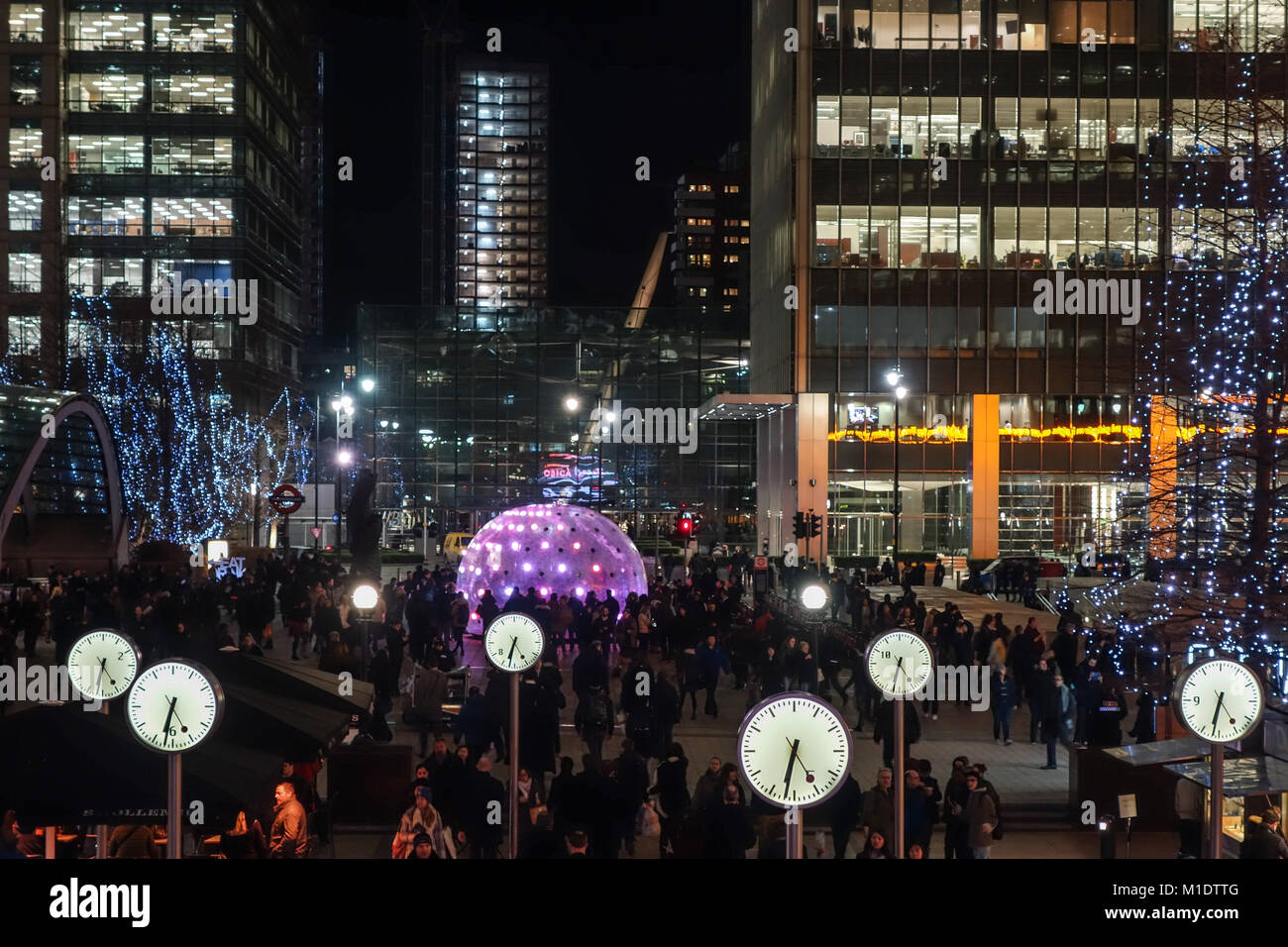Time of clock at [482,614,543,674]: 6:32
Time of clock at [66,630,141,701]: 6:24
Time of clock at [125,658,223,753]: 6:32
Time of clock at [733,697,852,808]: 6:32
